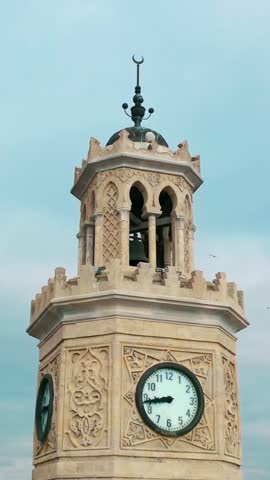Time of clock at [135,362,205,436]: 8:43
